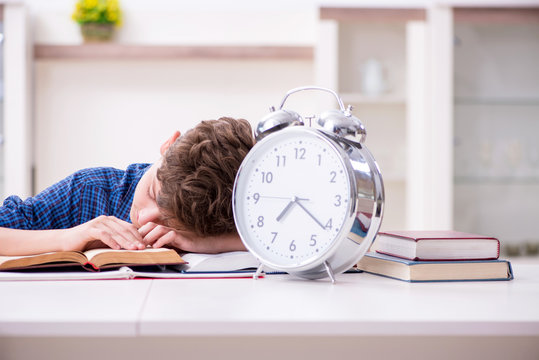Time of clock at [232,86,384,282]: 7:21
